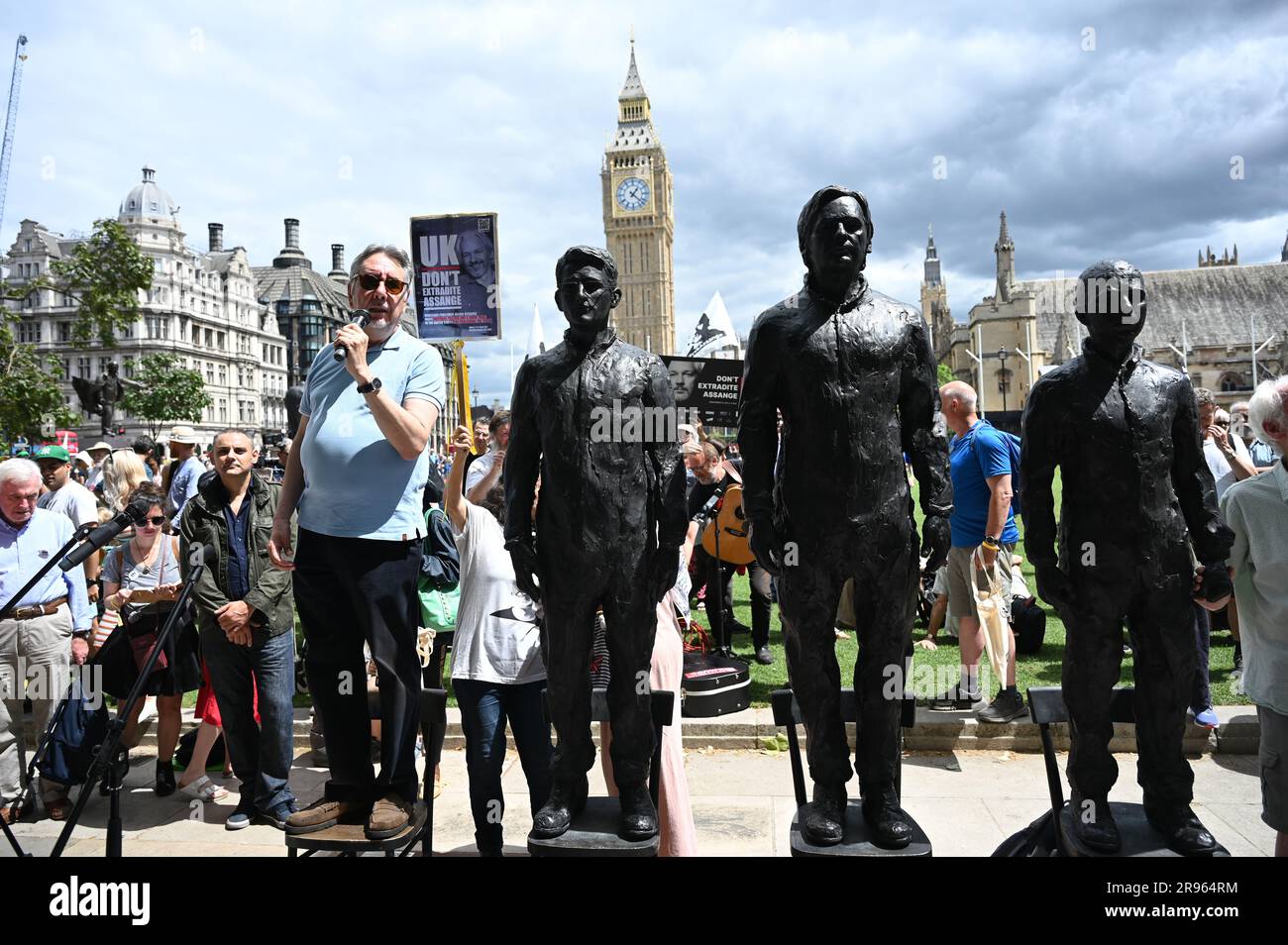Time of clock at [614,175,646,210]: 1:21
